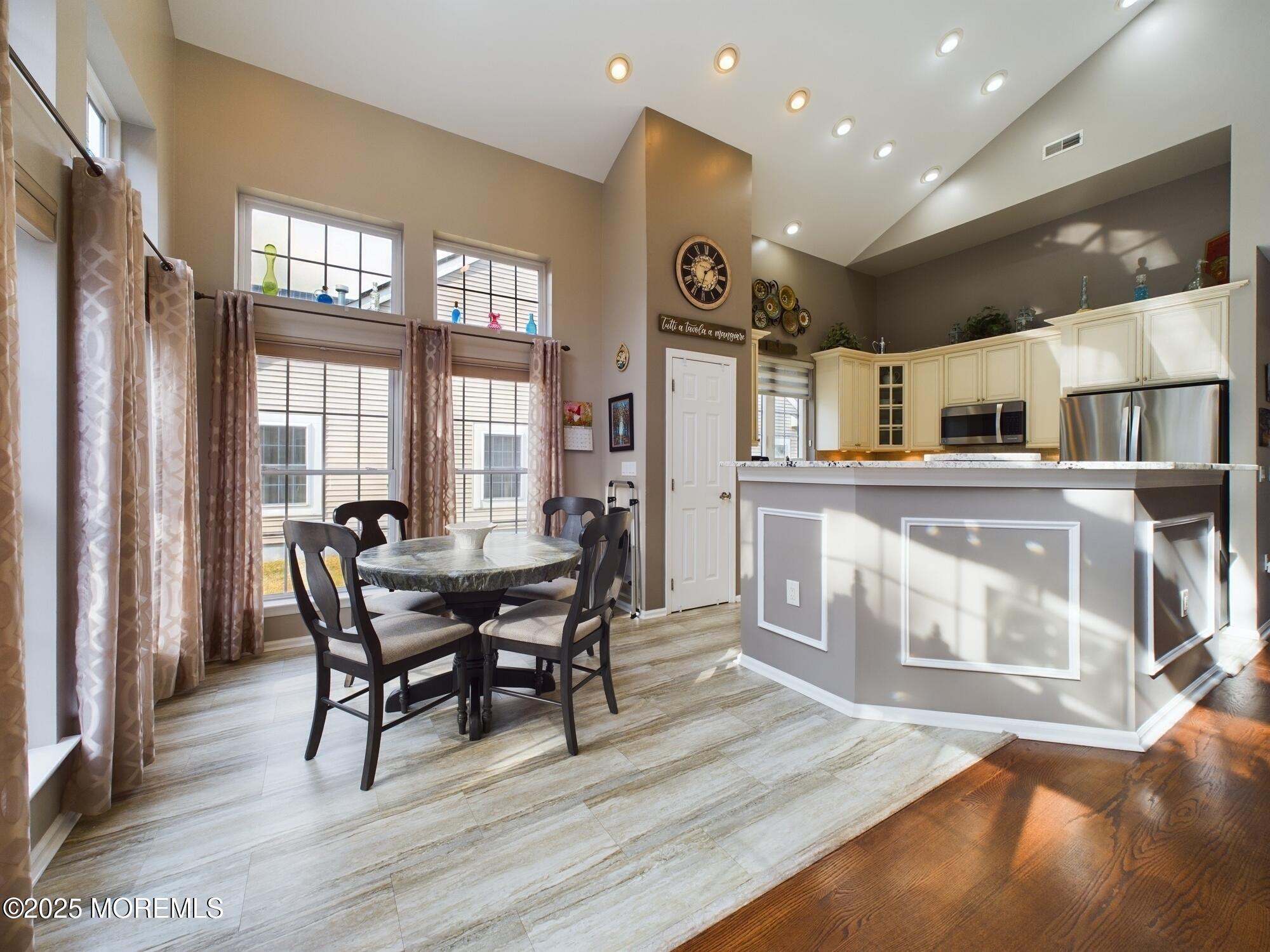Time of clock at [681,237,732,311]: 1:33
